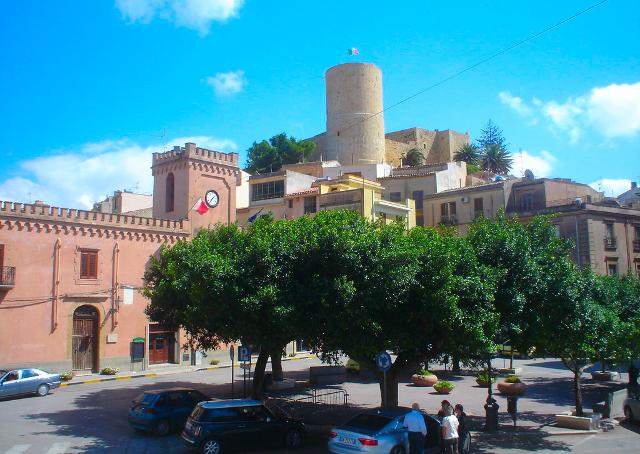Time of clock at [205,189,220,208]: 7:07
